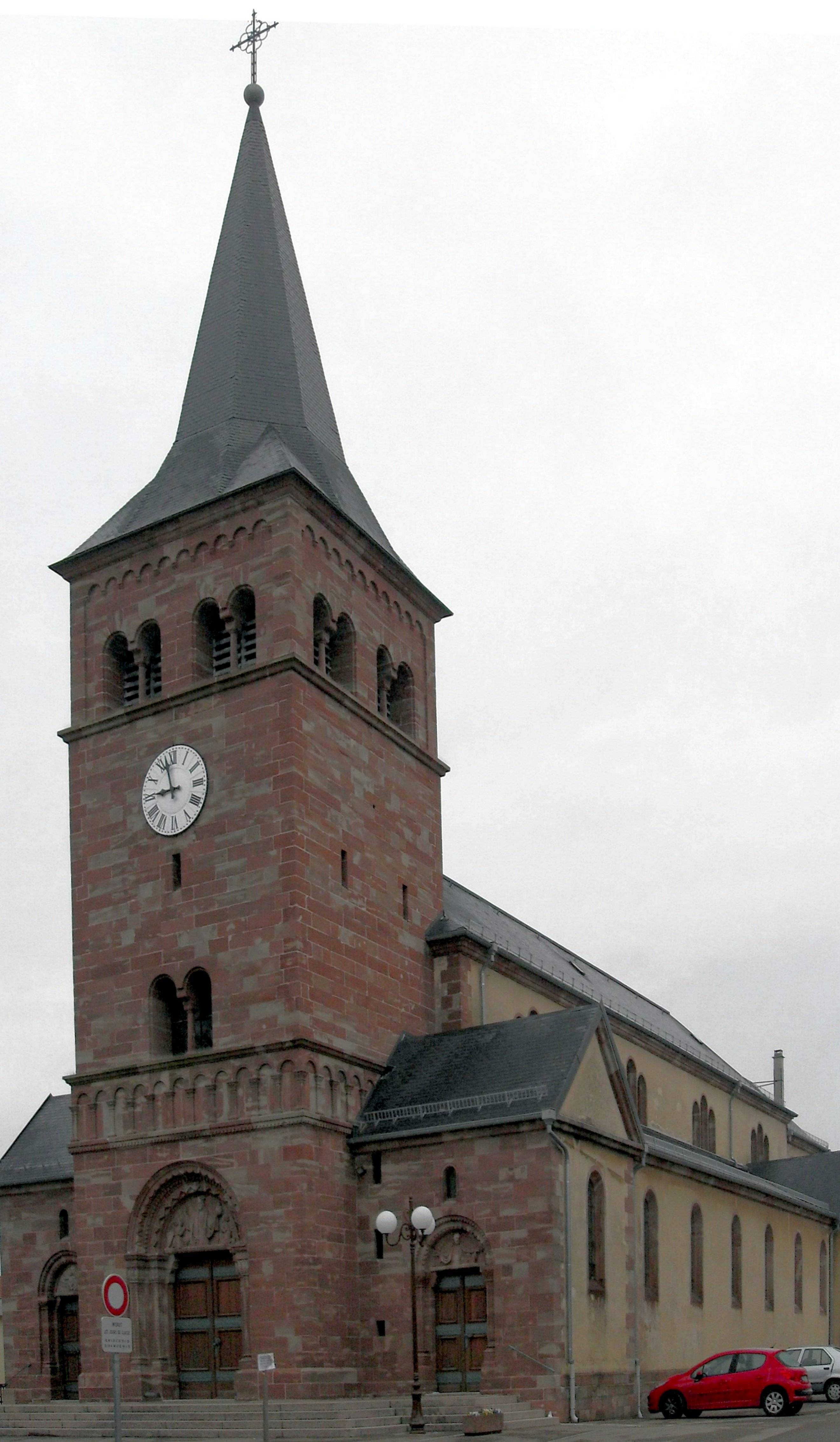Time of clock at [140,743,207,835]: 8:57
